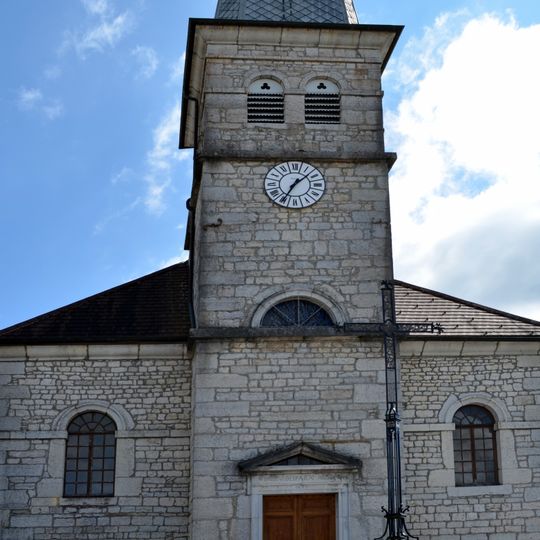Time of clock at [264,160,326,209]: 1:34
